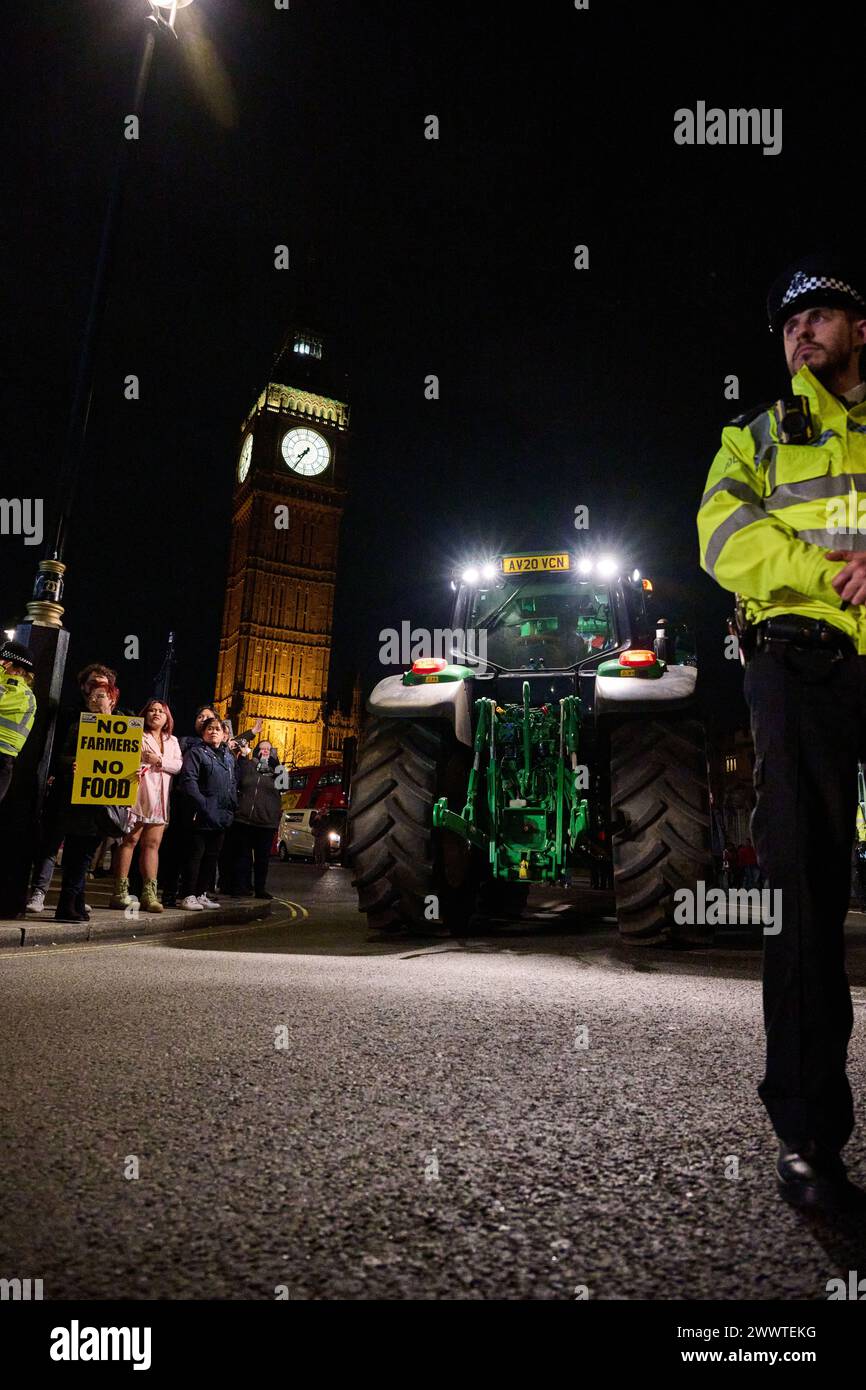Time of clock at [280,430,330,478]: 7:35
